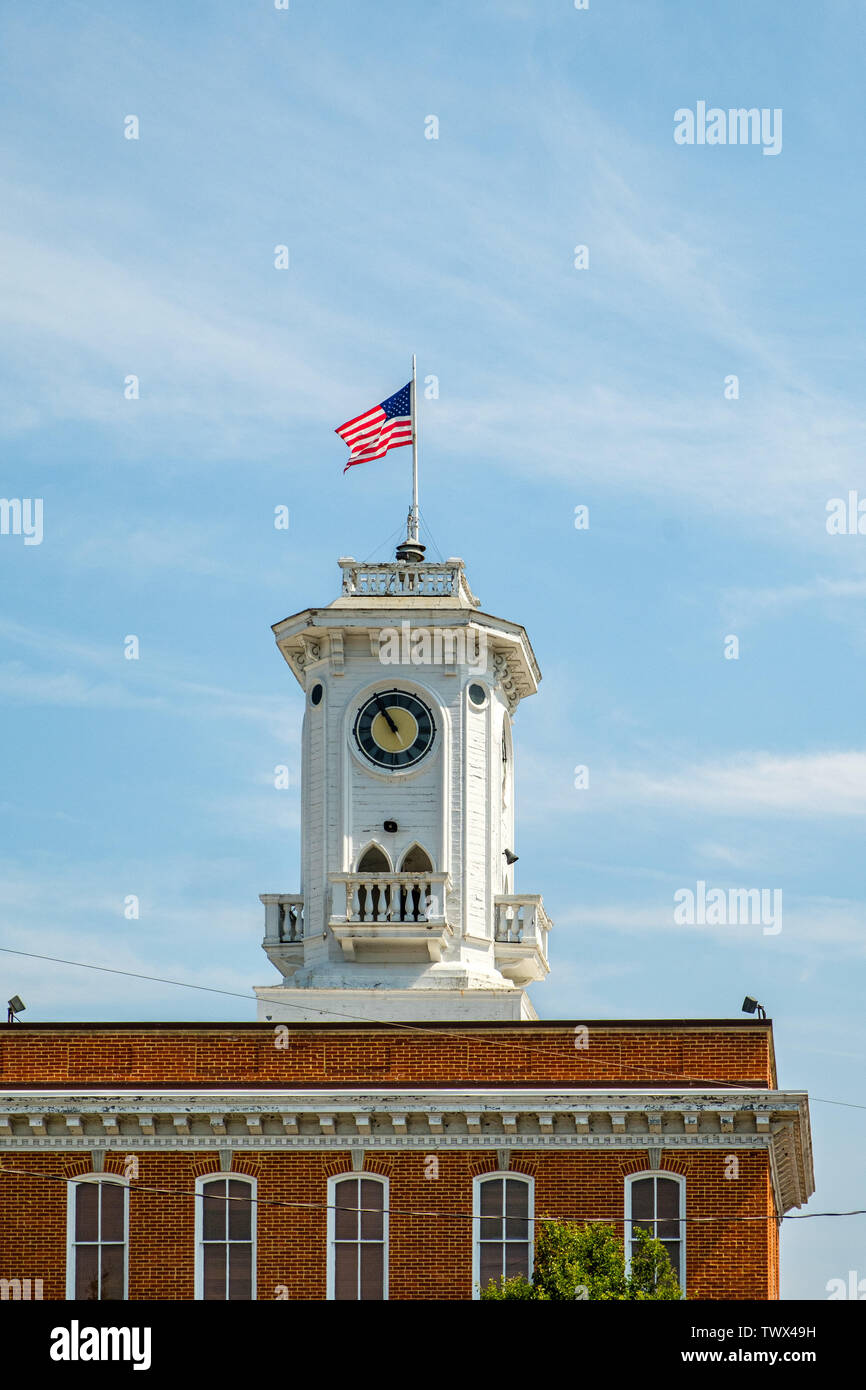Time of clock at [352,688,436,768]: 10:54
